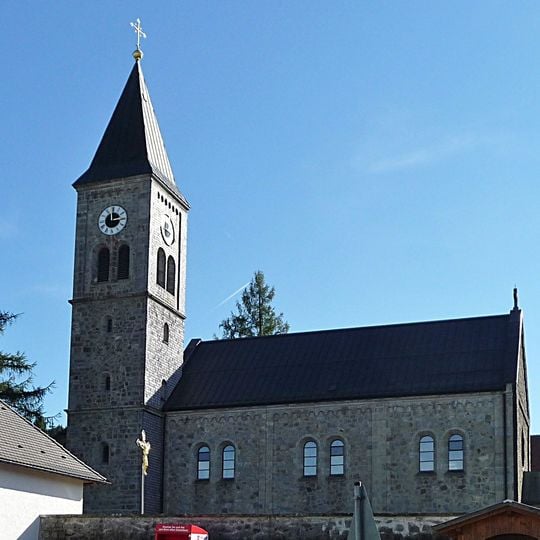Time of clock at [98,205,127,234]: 2:59
